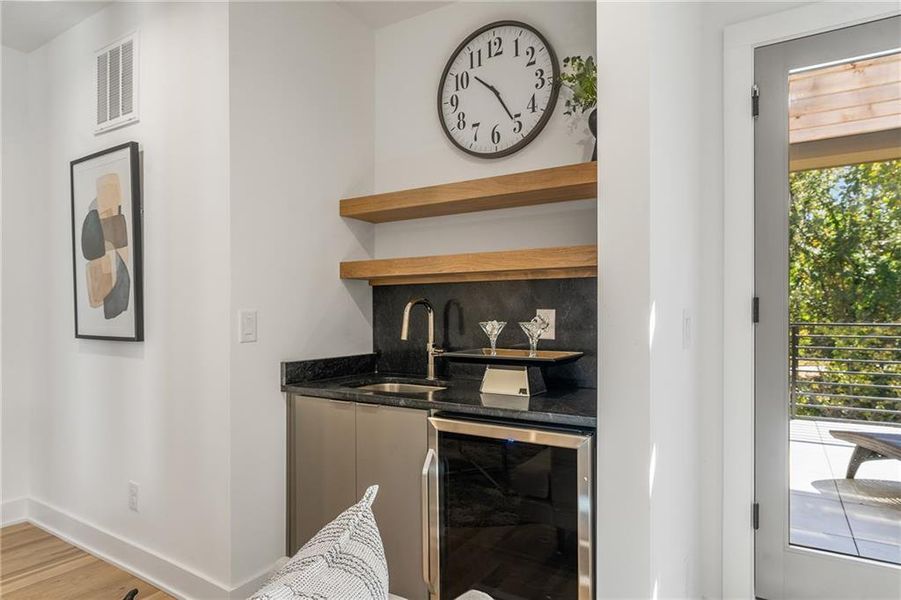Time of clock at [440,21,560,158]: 10:24
